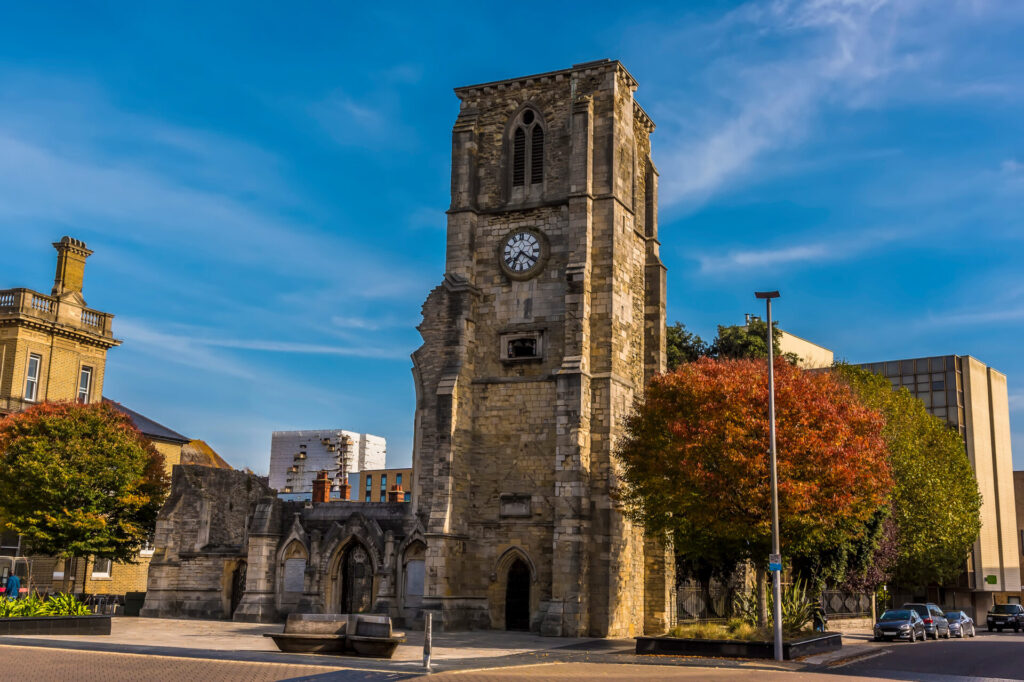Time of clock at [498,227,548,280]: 7:21
